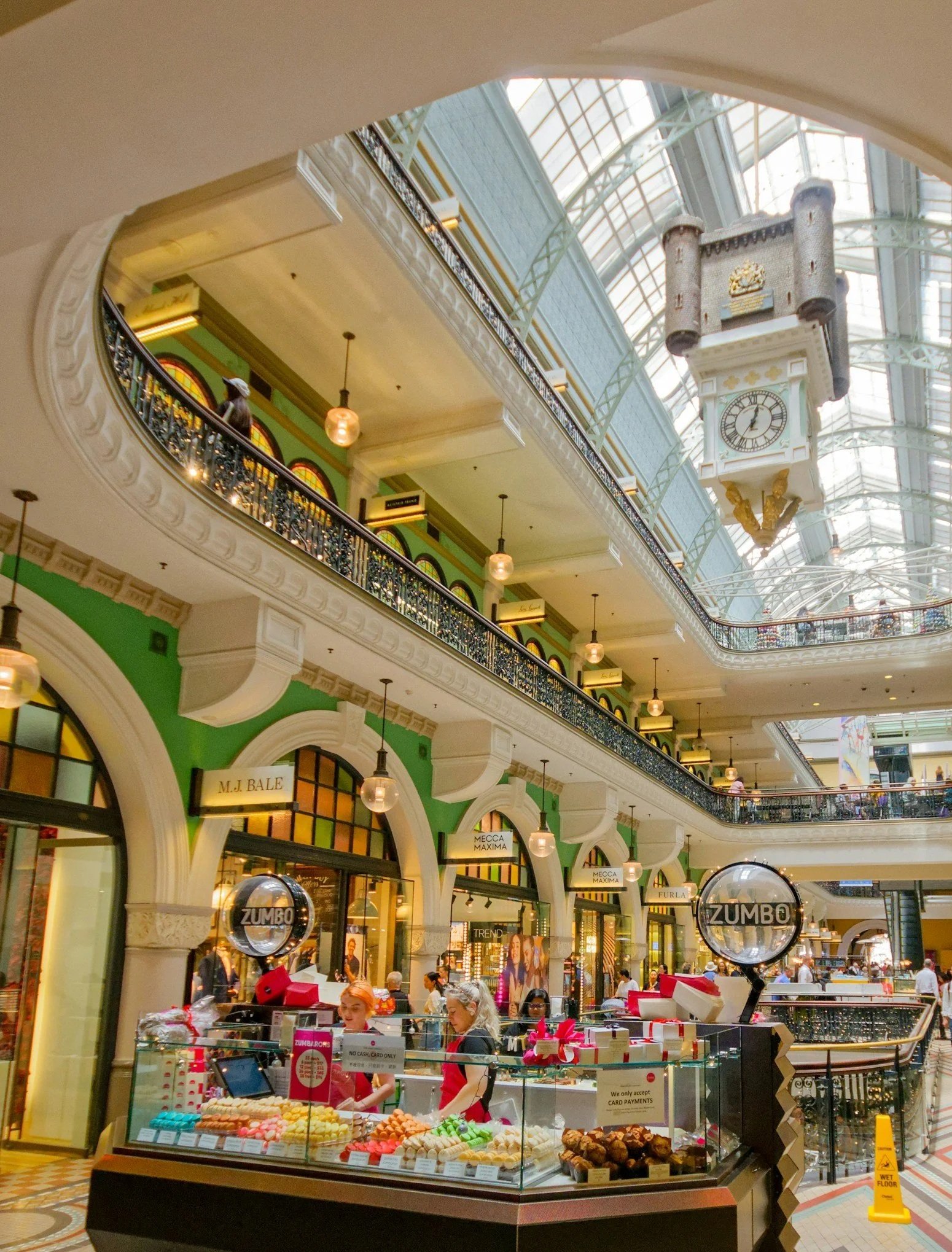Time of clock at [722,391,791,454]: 12:36
